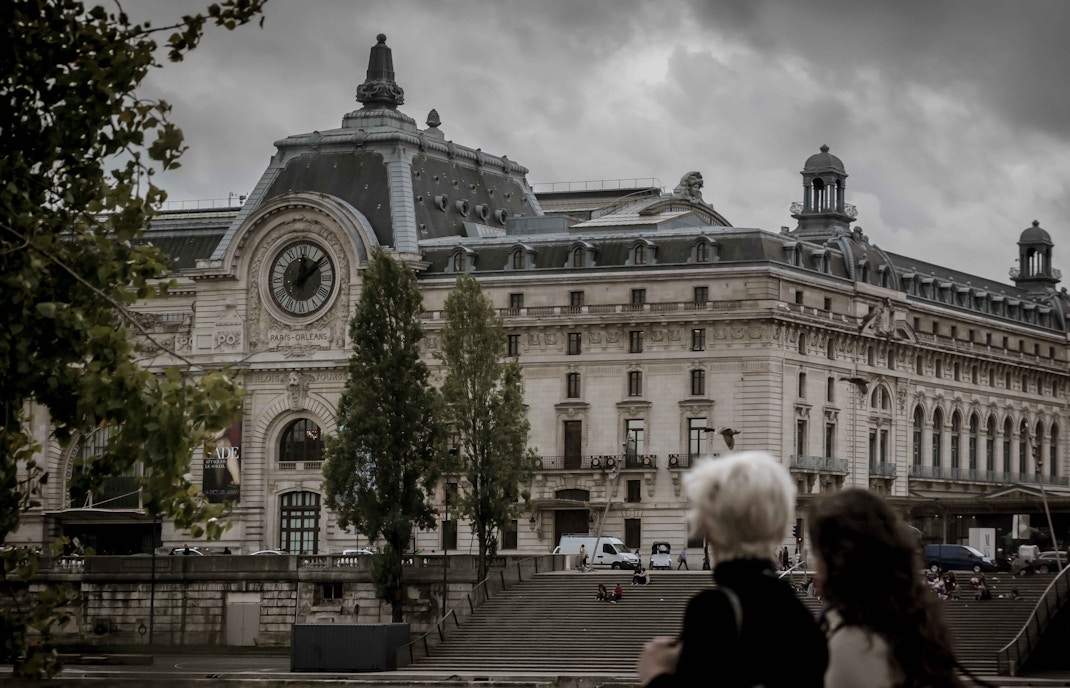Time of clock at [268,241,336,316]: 12:08
